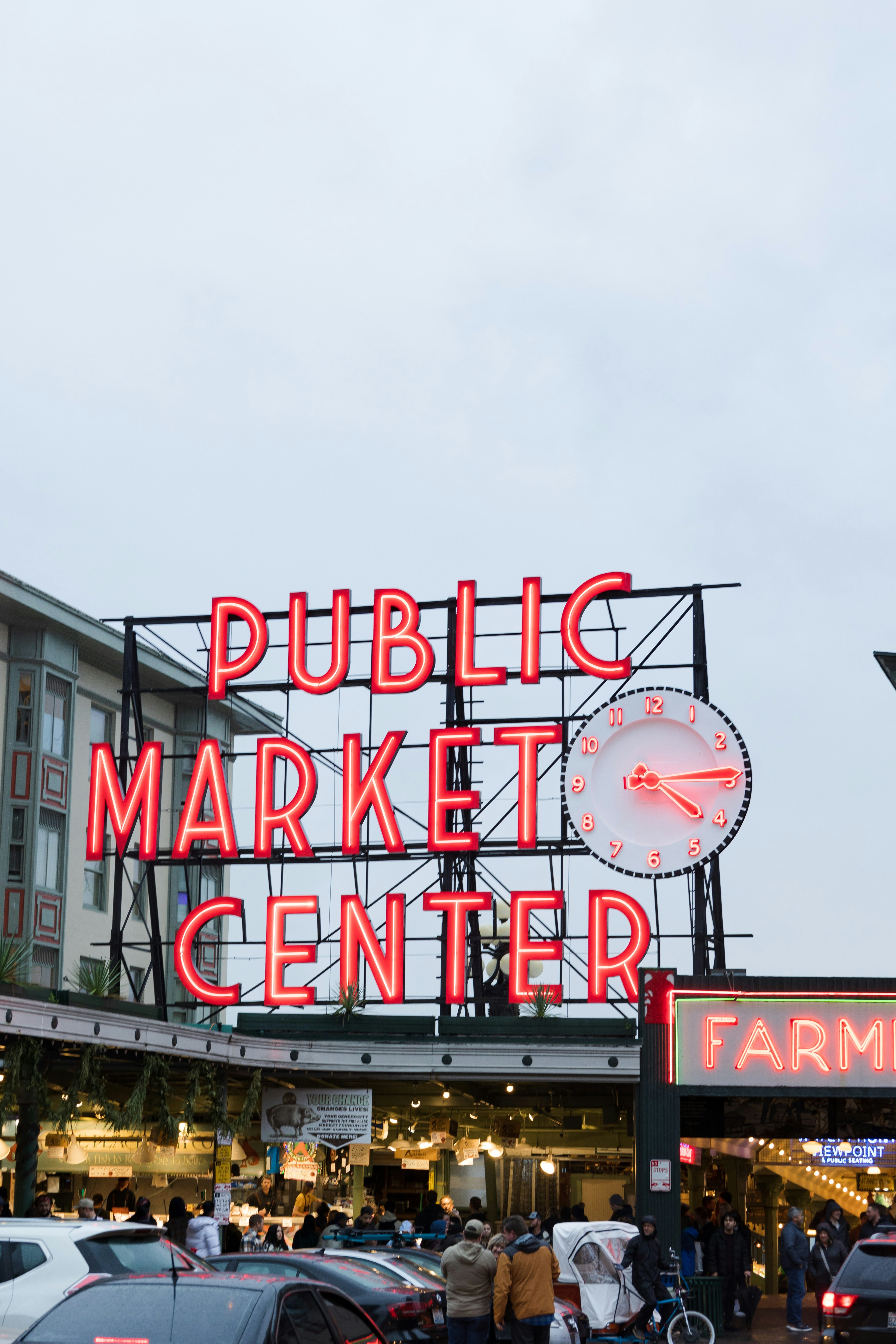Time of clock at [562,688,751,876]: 4:14
